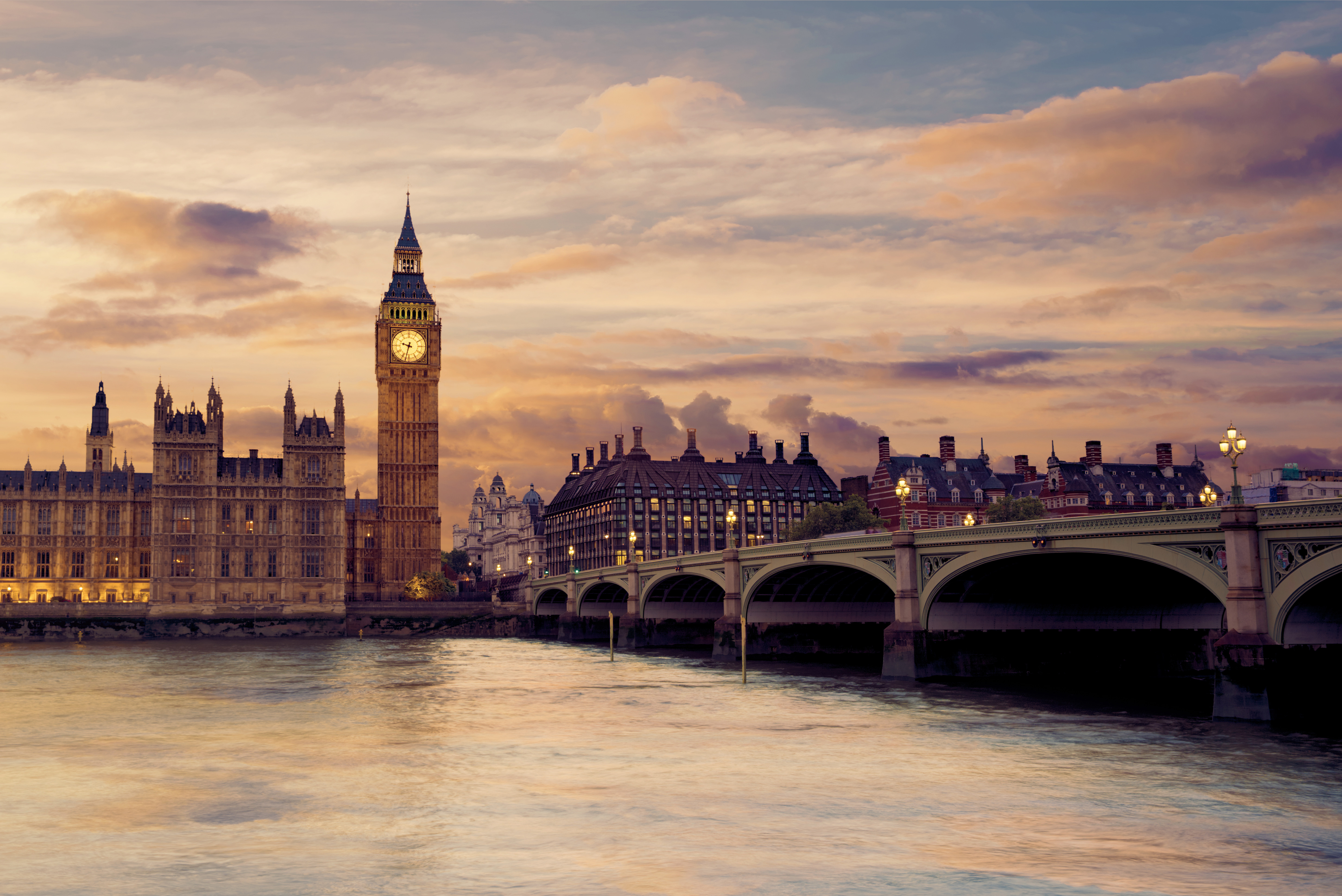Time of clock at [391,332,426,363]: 9:32
